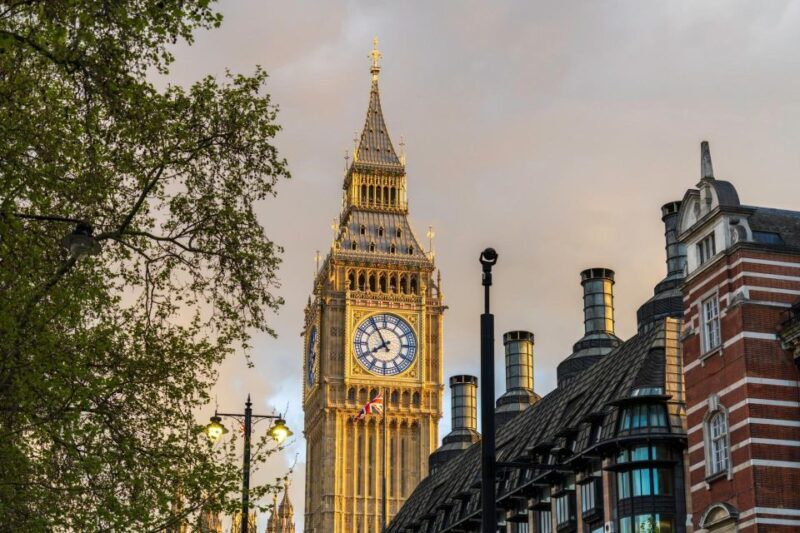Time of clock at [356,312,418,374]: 7:54
